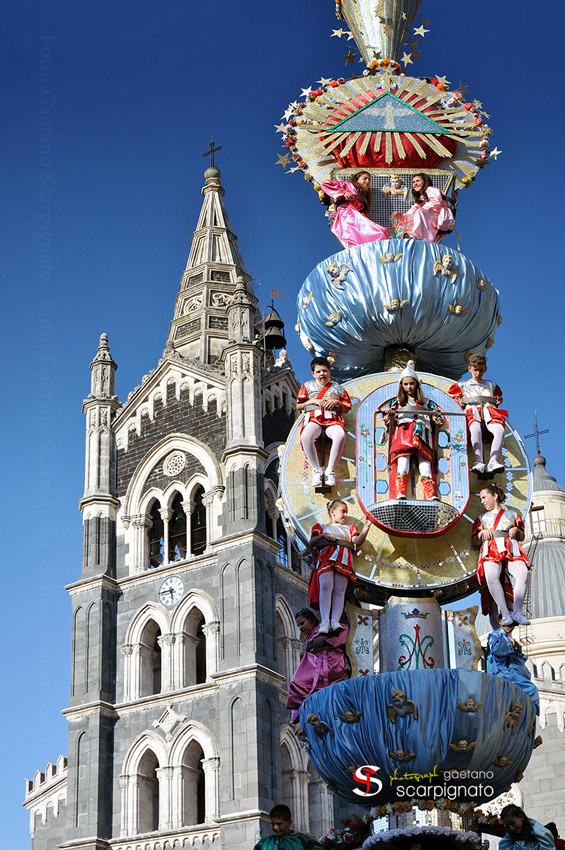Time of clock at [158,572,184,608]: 5:45
